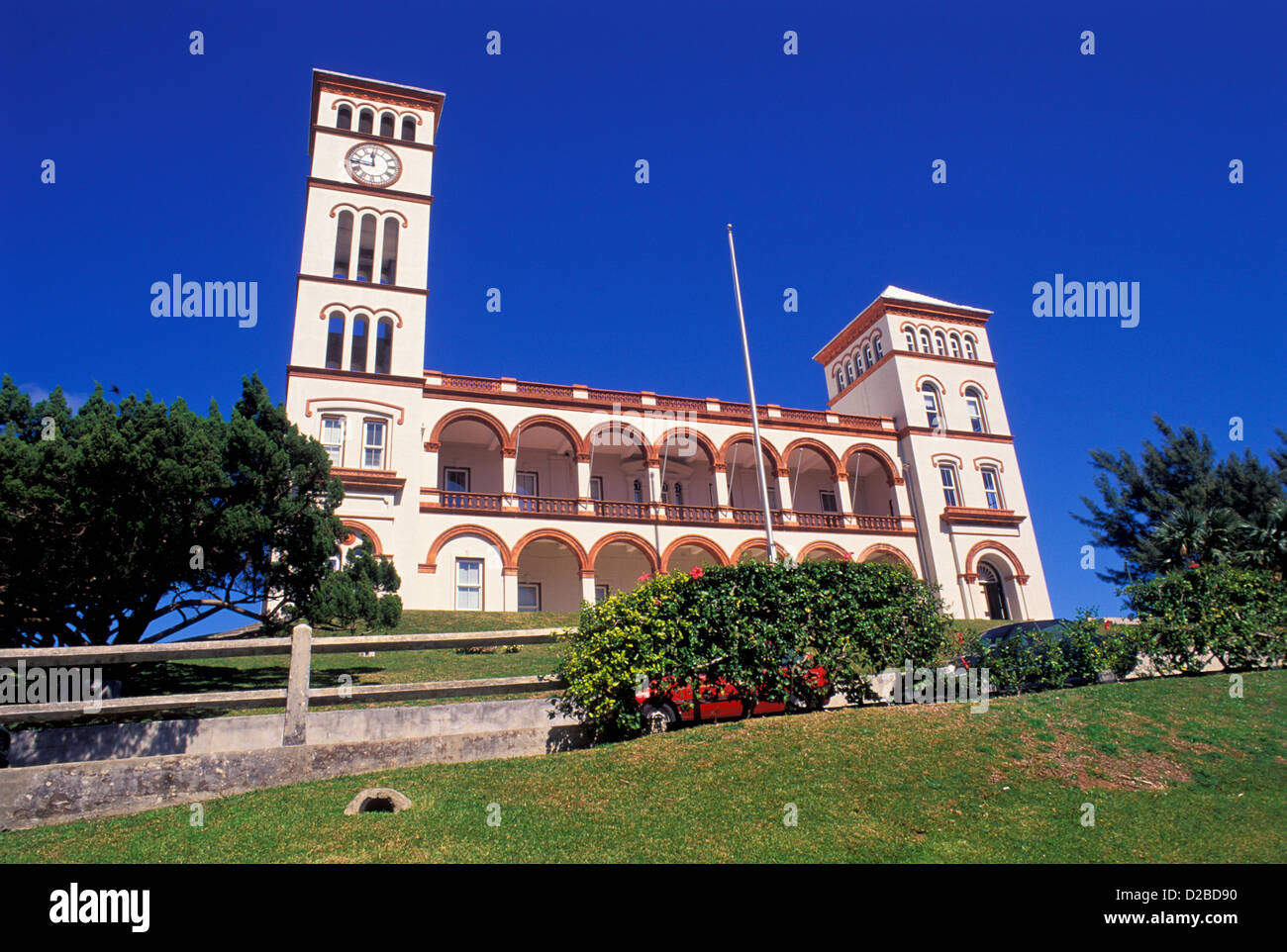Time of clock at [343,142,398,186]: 11:44
